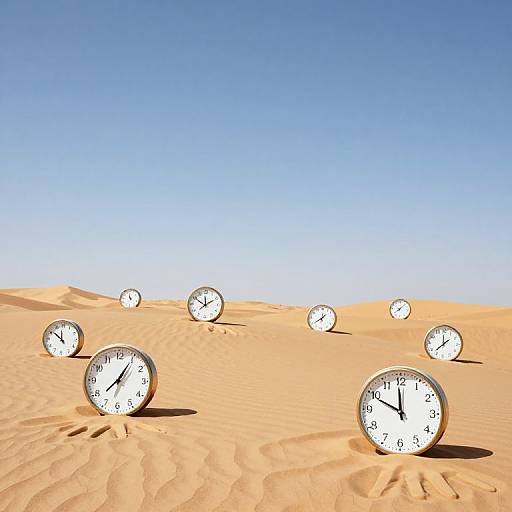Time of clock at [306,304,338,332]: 1:39
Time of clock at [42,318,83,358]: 11:51
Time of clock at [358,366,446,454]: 11:49
